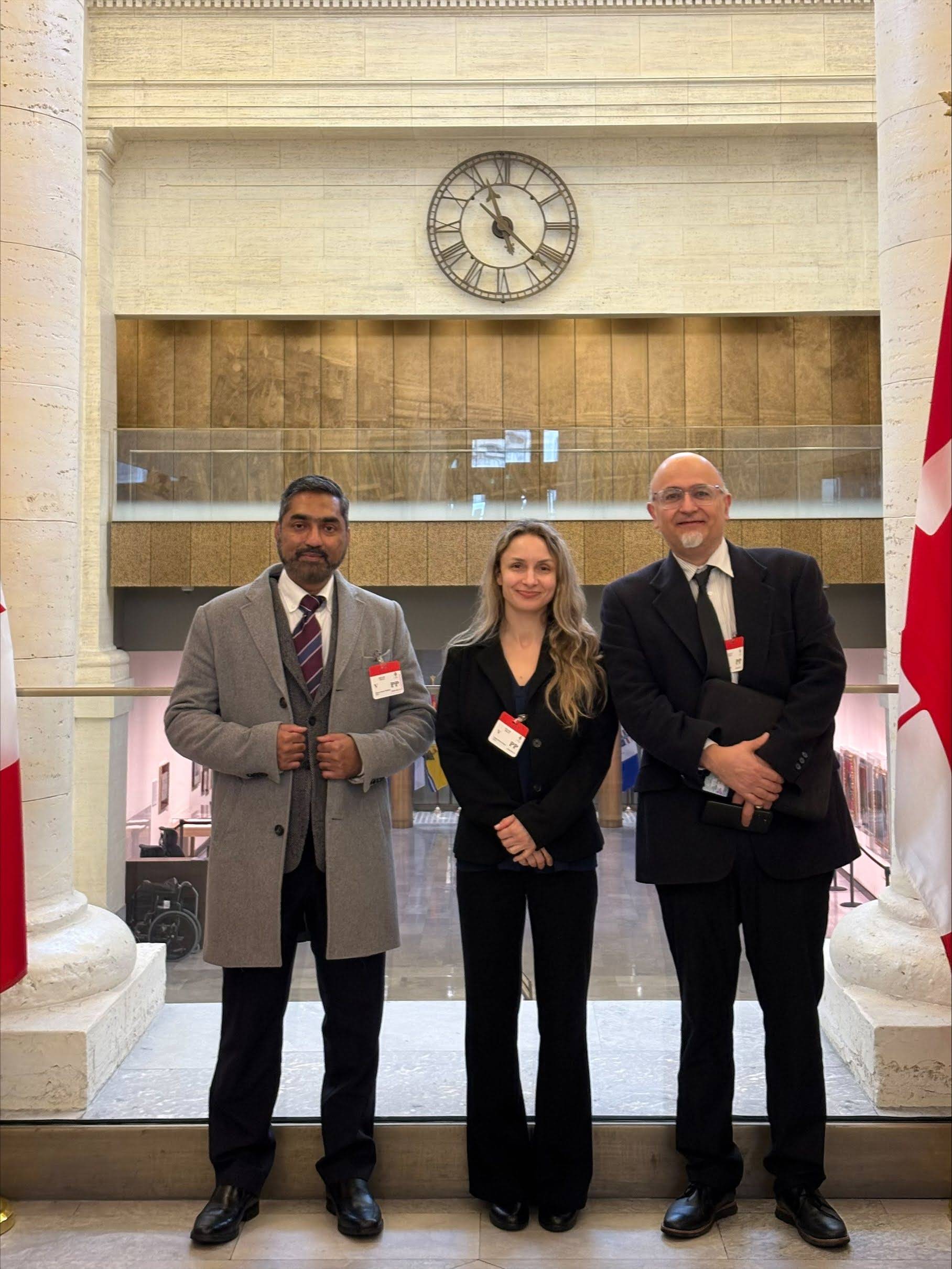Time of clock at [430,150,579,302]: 11:21
